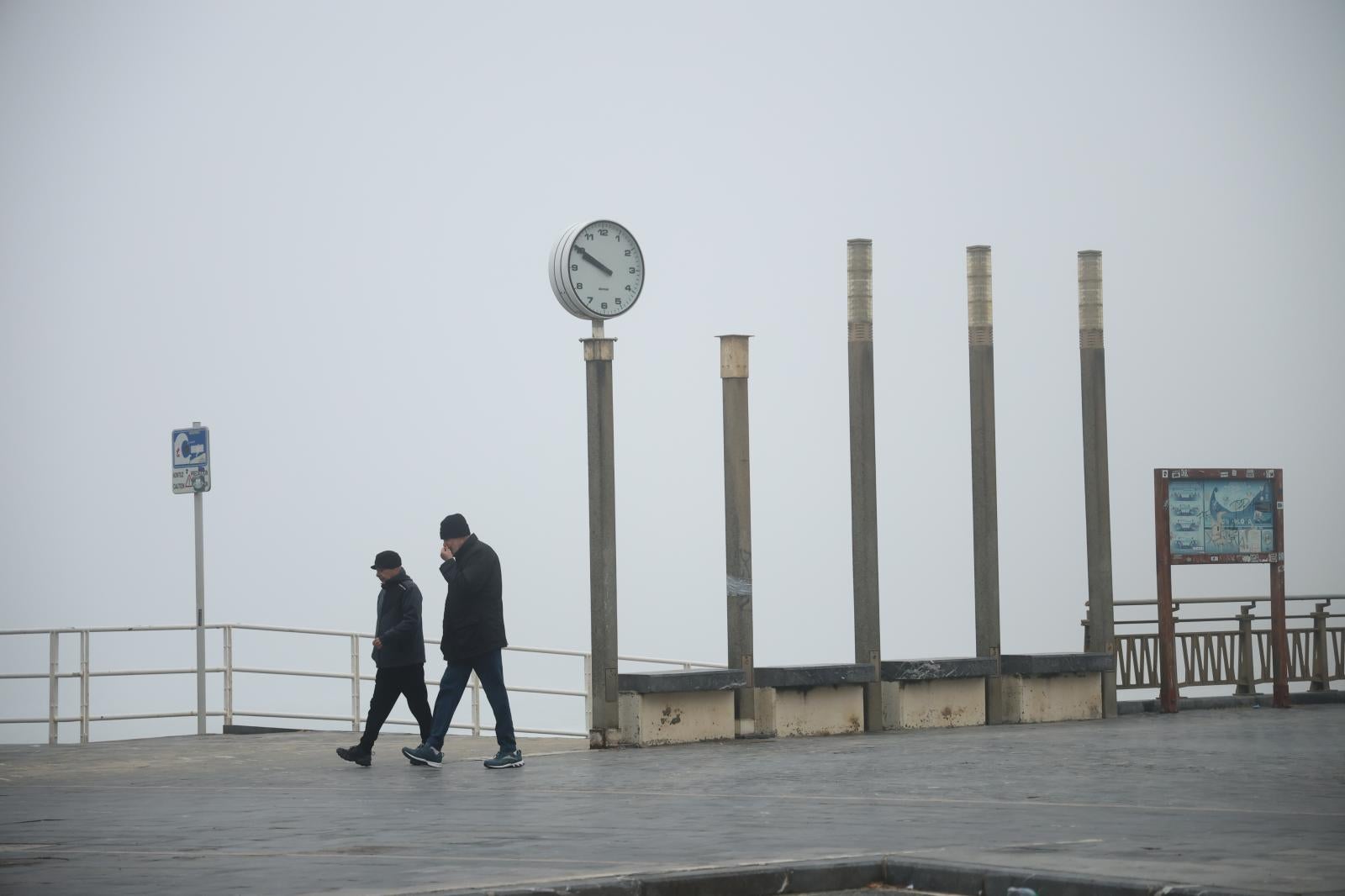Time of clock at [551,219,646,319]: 9:50
